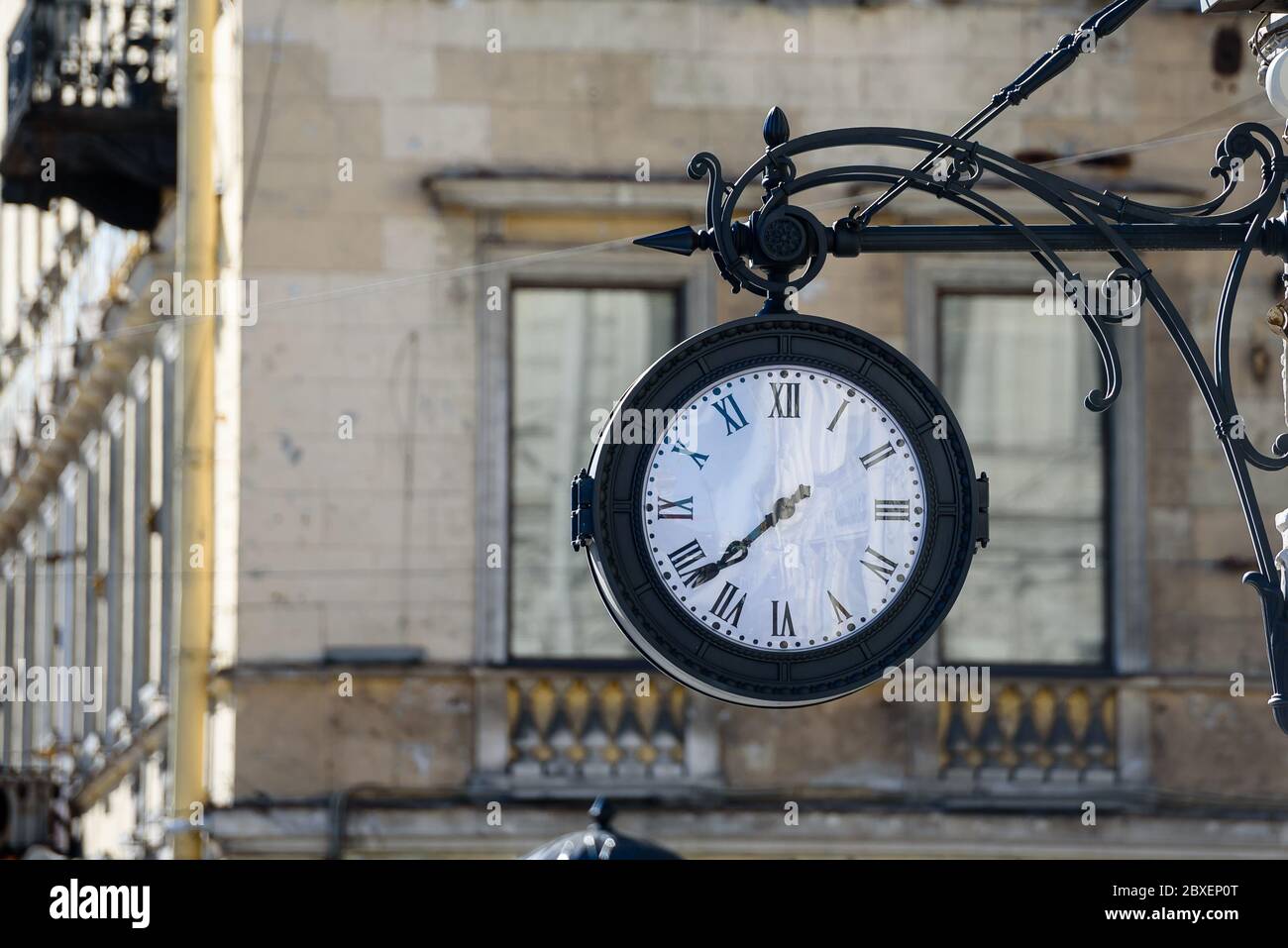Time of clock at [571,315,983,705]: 7:37
